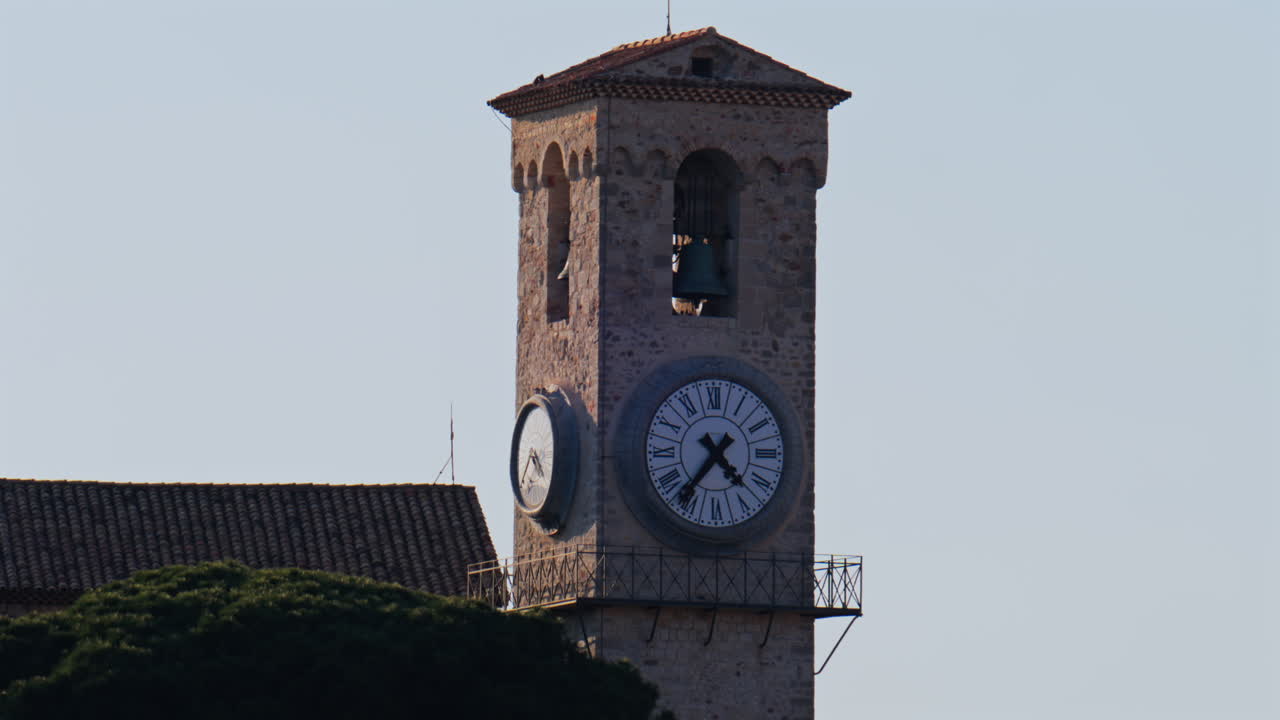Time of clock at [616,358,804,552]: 4:36
